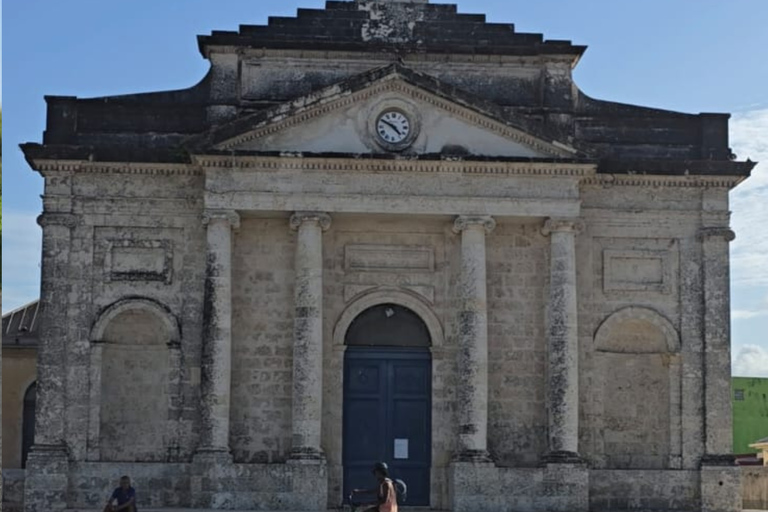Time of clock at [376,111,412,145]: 4:49
